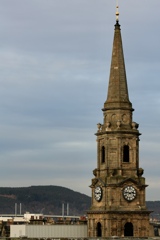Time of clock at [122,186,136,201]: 2:46
